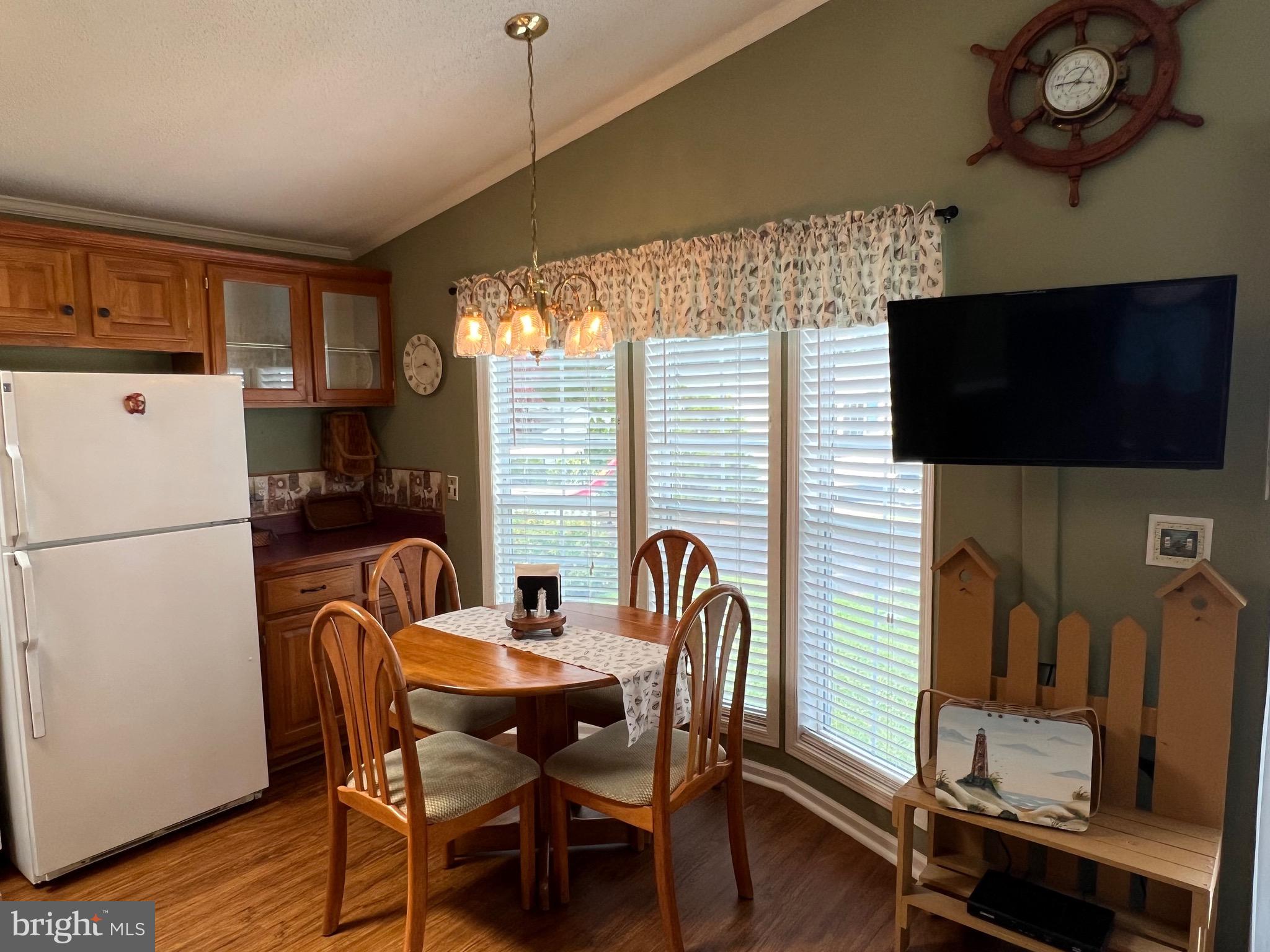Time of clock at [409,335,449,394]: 3:43
